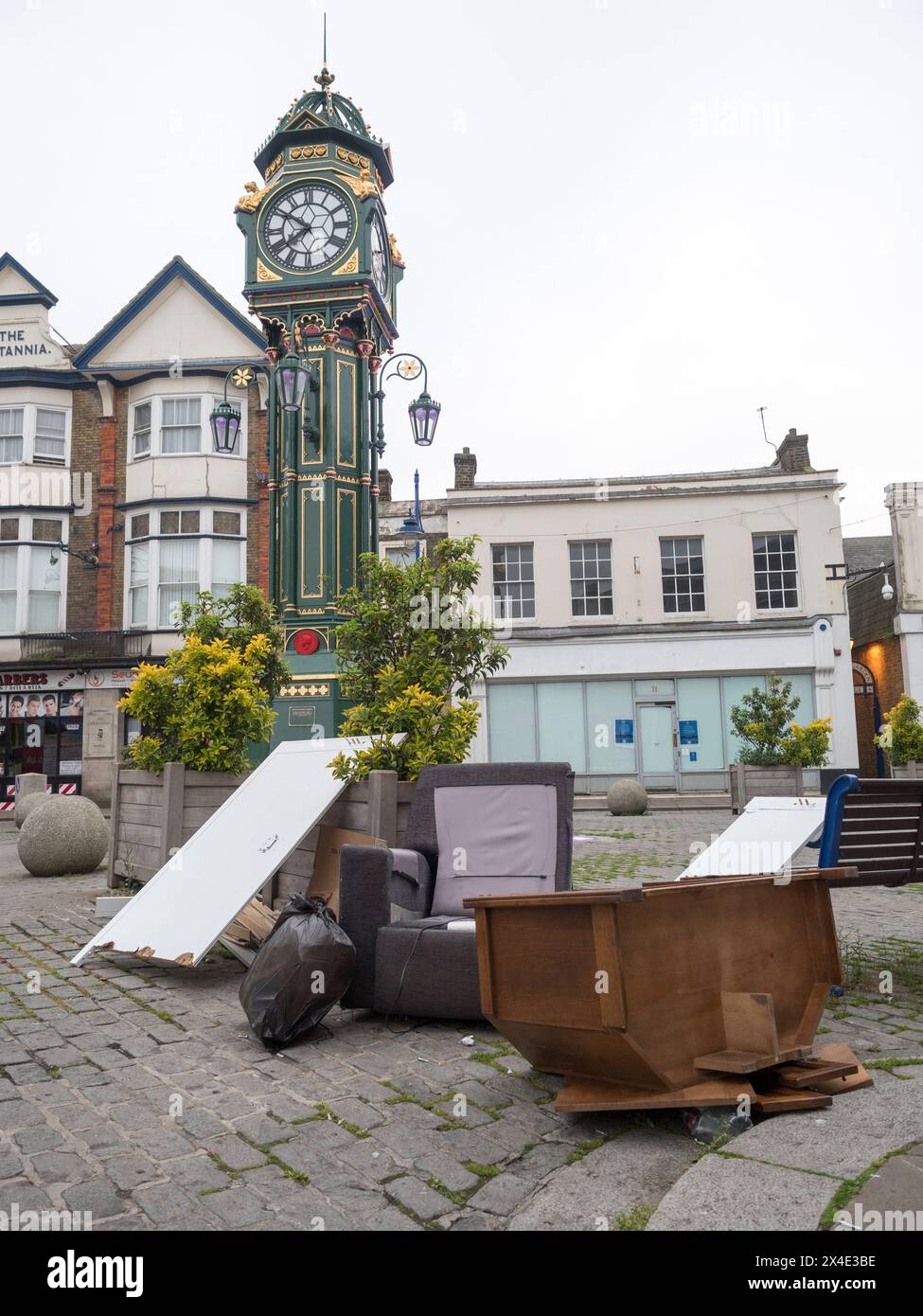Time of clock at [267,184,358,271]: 7:50
